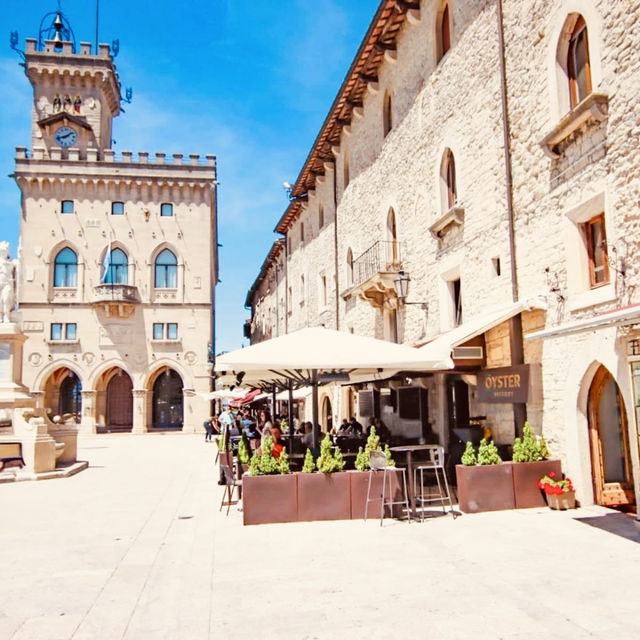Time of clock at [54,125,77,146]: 1:42
